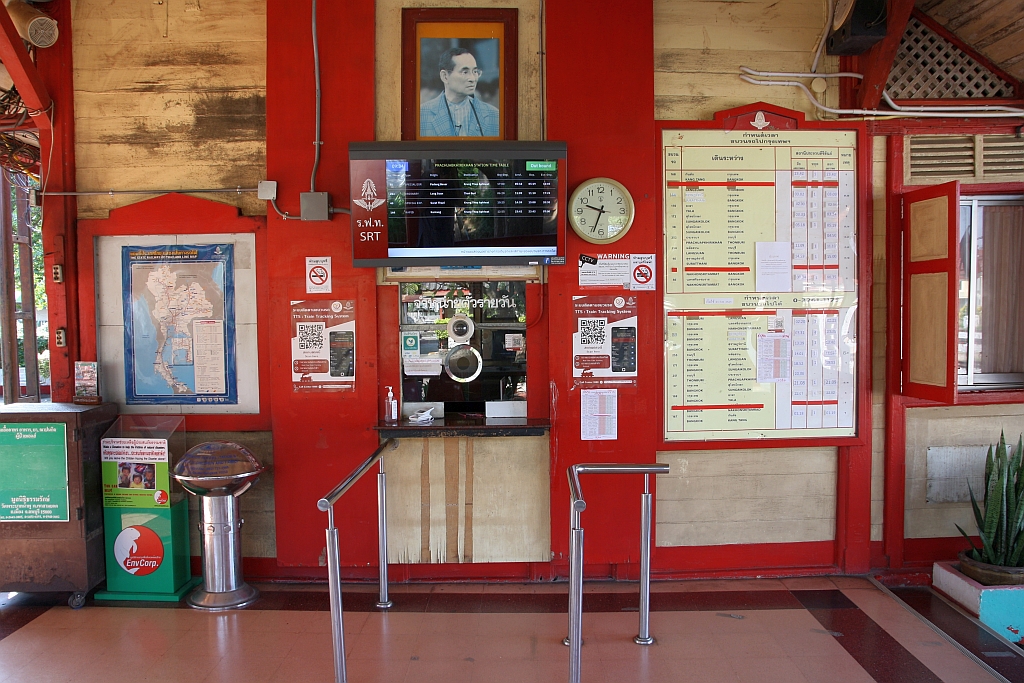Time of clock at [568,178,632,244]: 9:33
